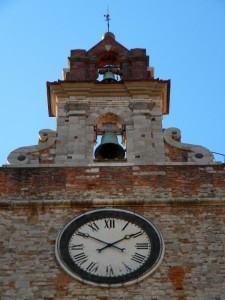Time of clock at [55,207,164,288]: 1:50
